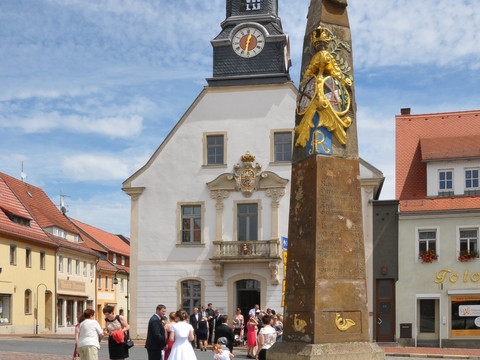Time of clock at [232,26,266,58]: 12:31
